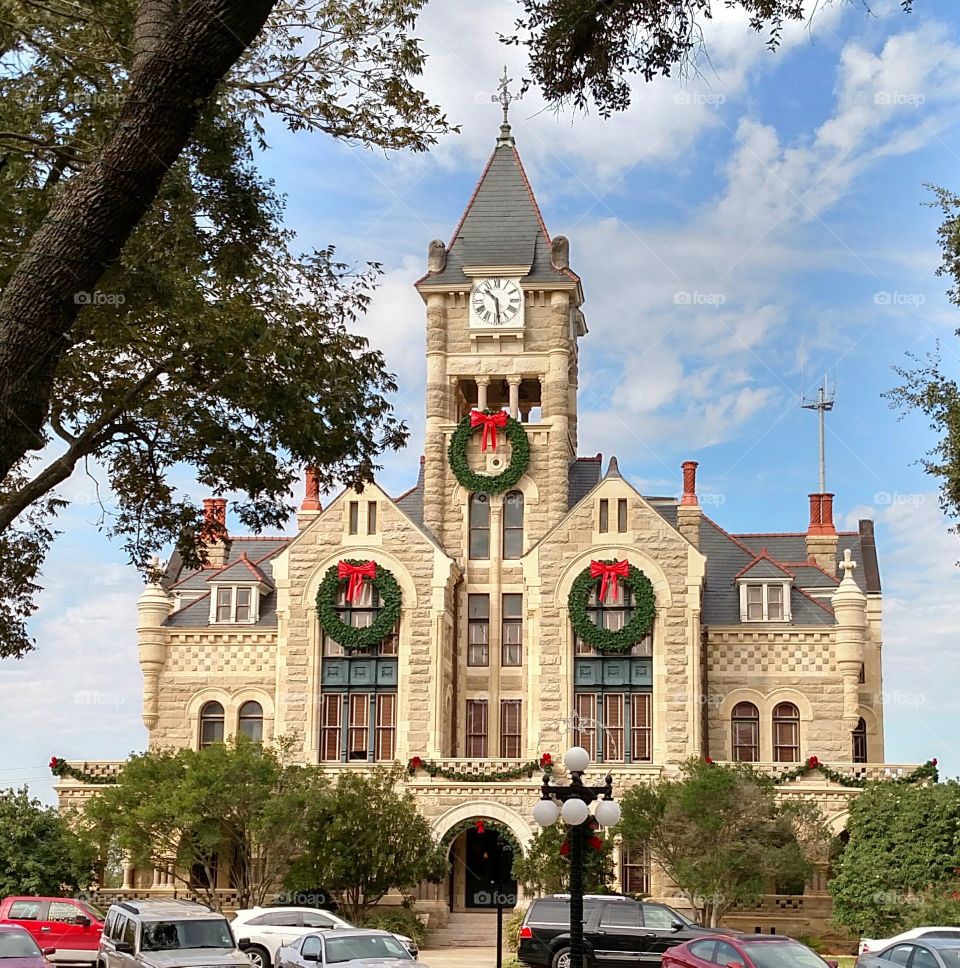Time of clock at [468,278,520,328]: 10:28
